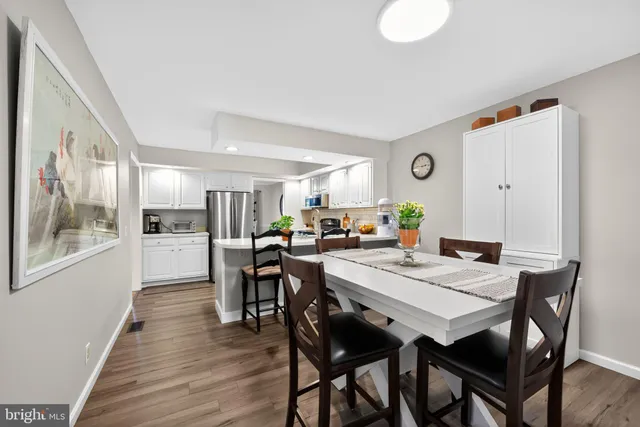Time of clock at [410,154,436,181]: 2:46
